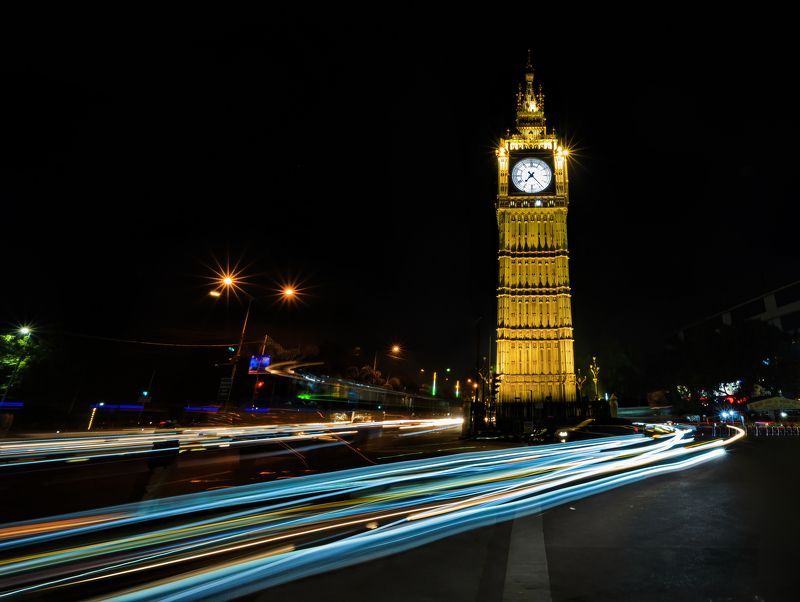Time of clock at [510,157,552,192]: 7:23
